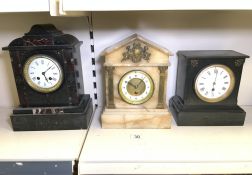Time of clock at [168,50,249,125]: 6:01
